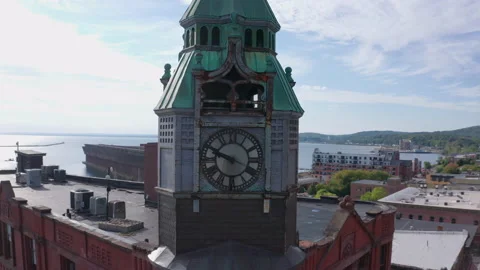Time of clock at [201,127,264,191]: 3:48
